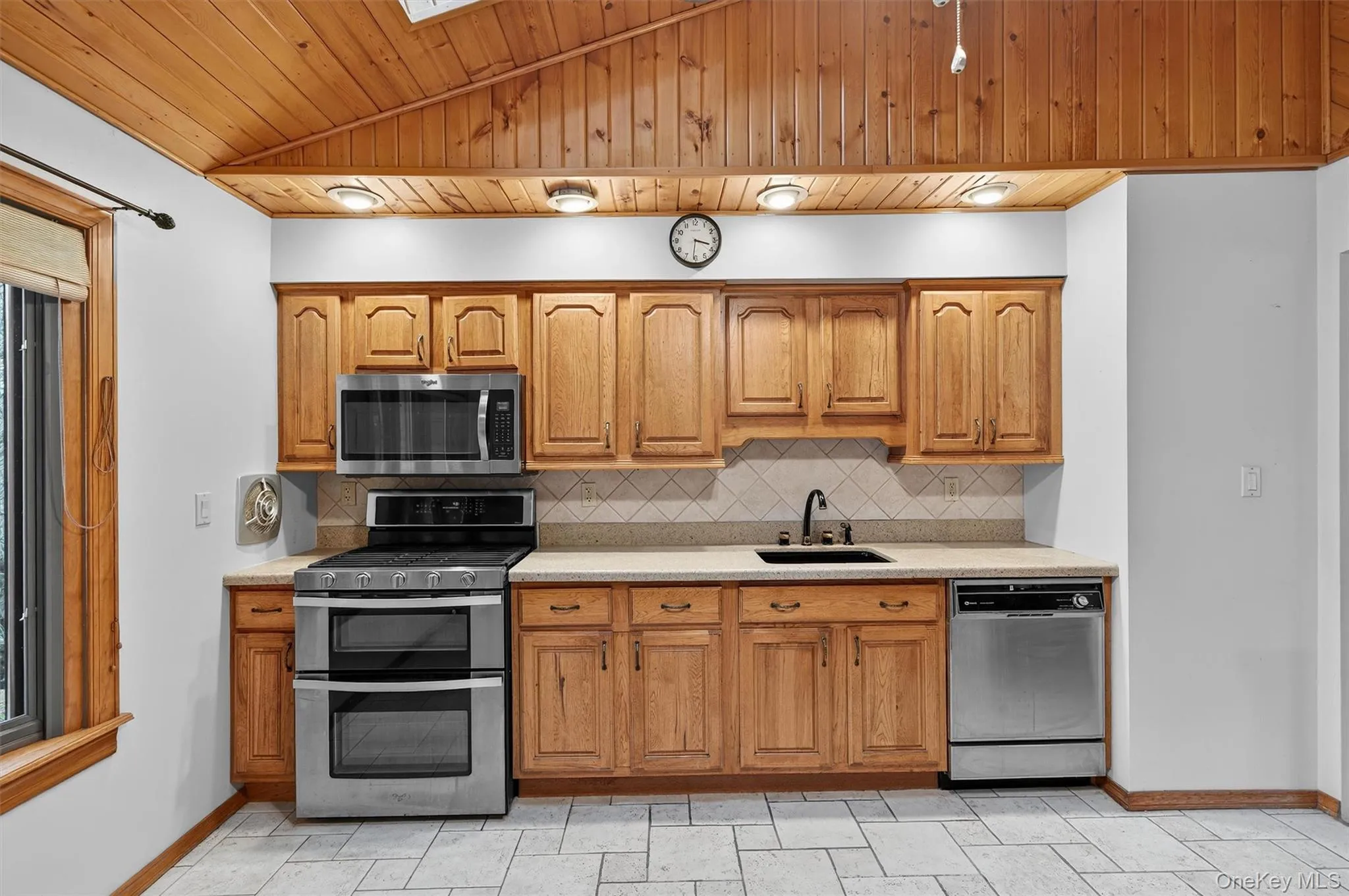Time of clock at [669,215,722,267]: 3:31
